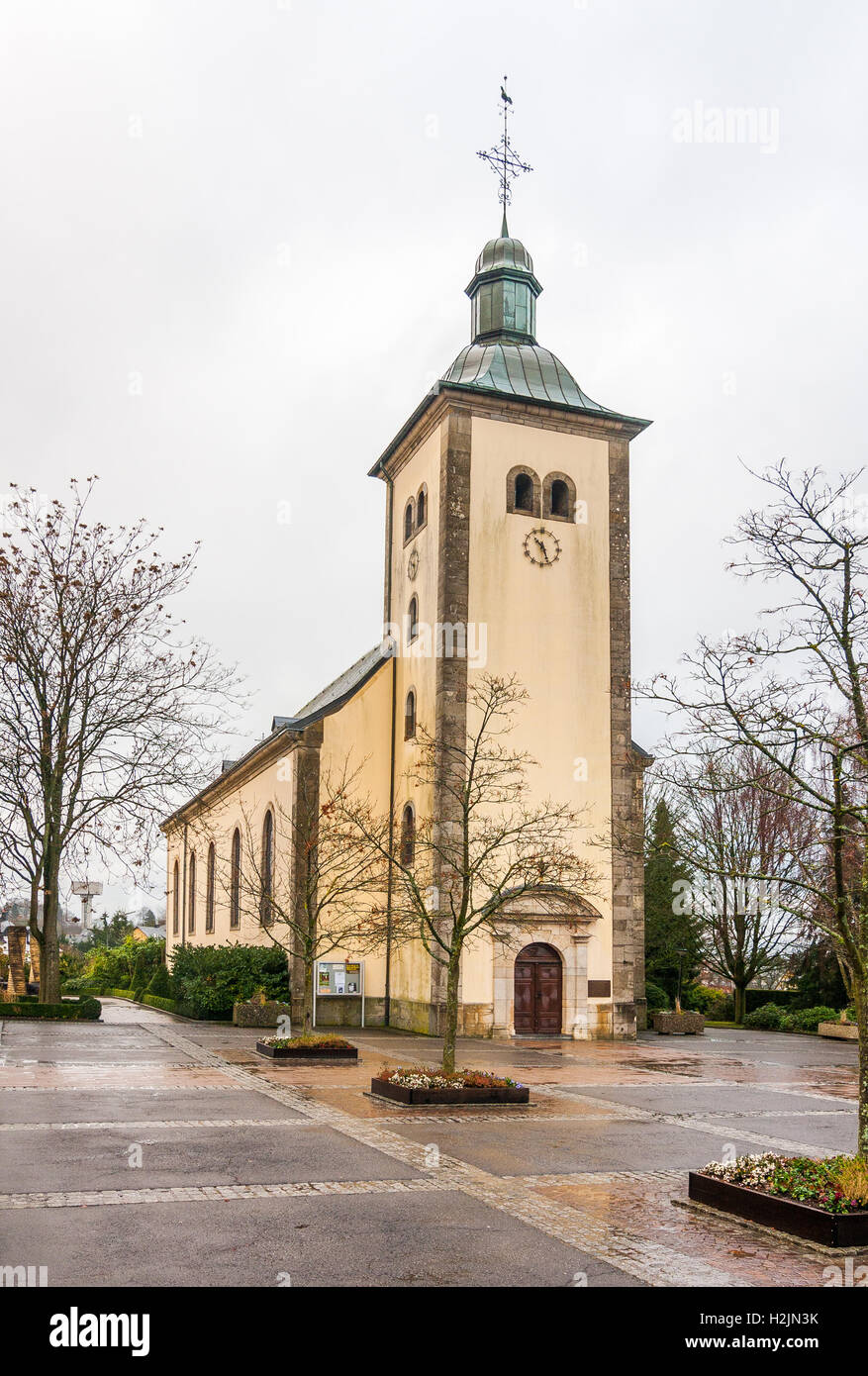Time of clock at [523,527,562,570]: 10:26
